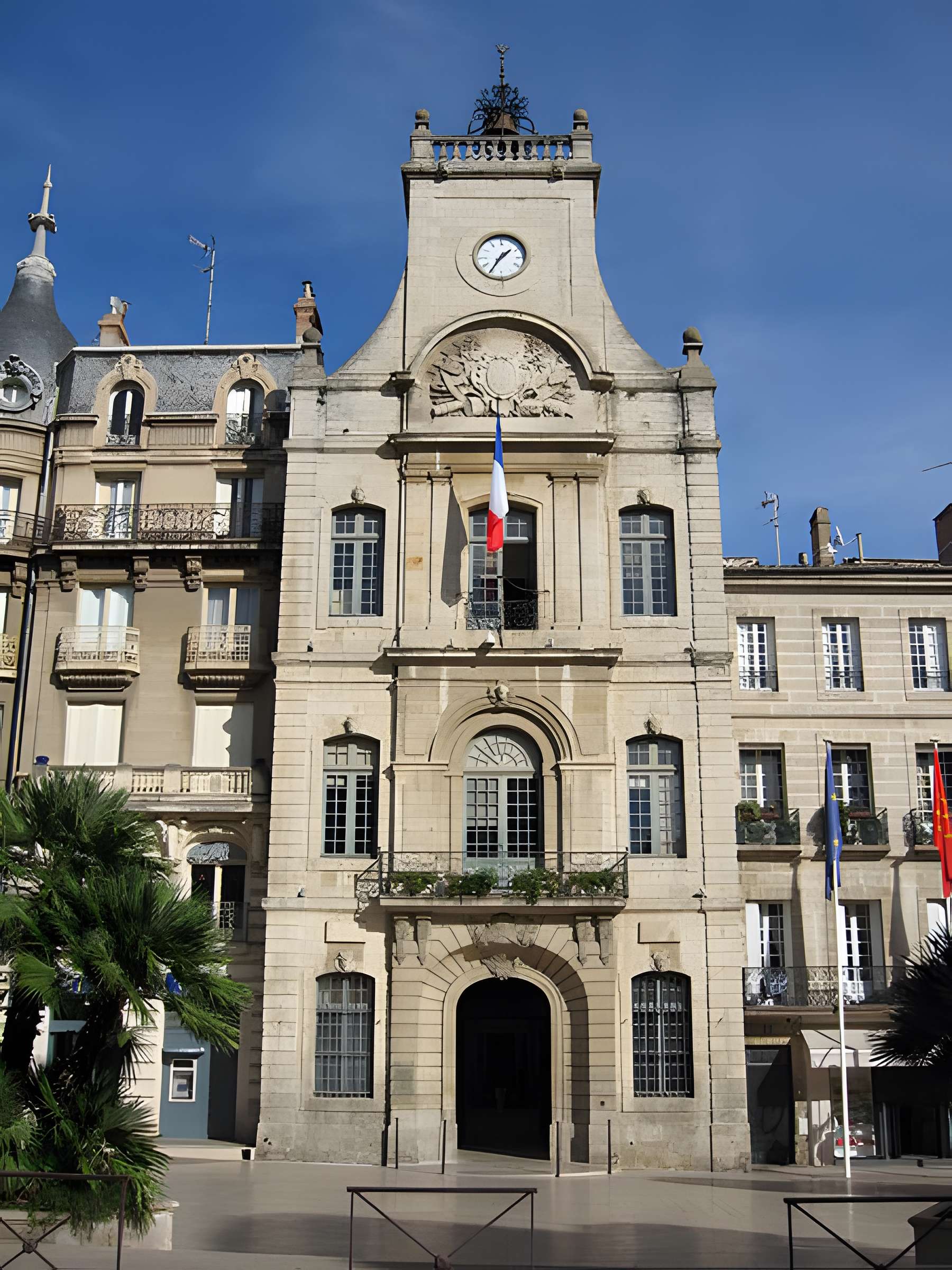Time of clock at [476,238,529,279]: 1:35
